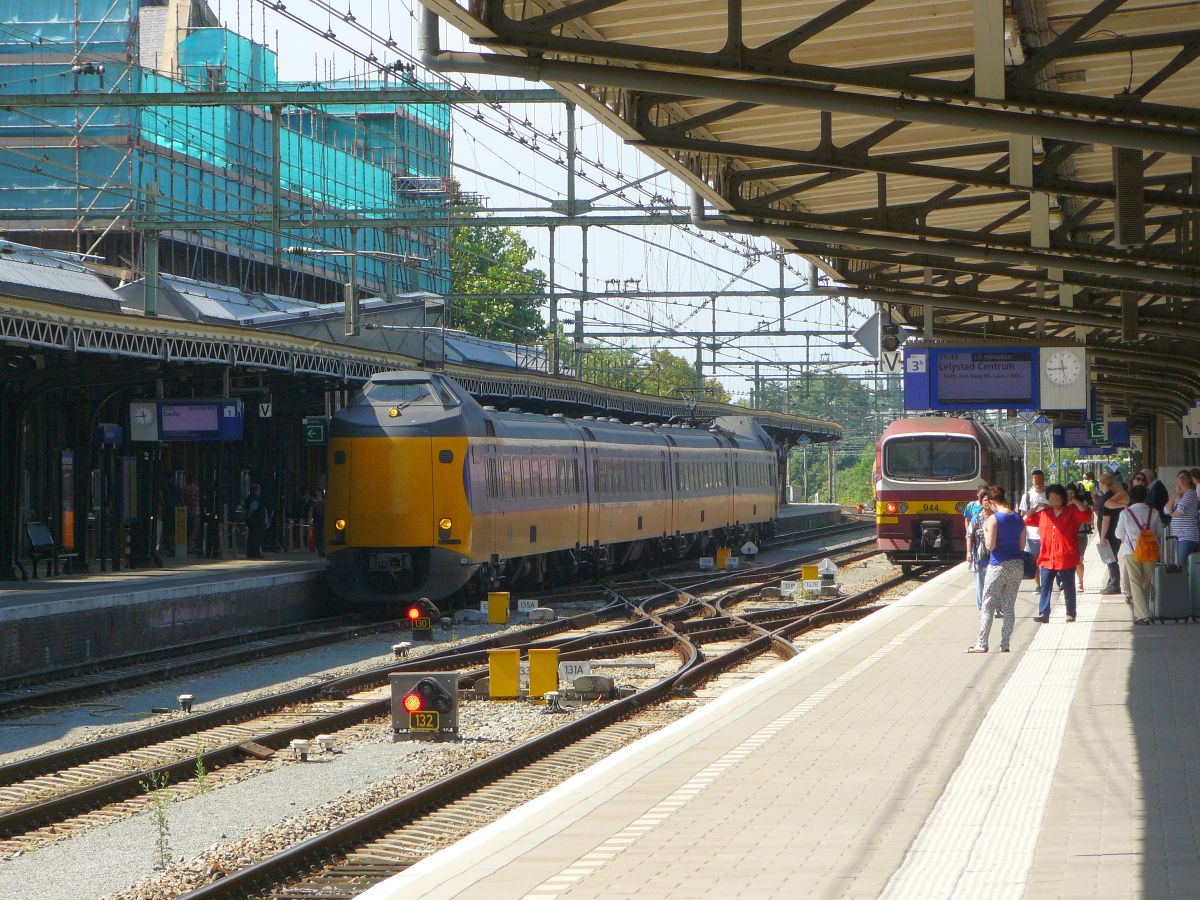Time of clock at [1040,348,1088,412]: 11:44
